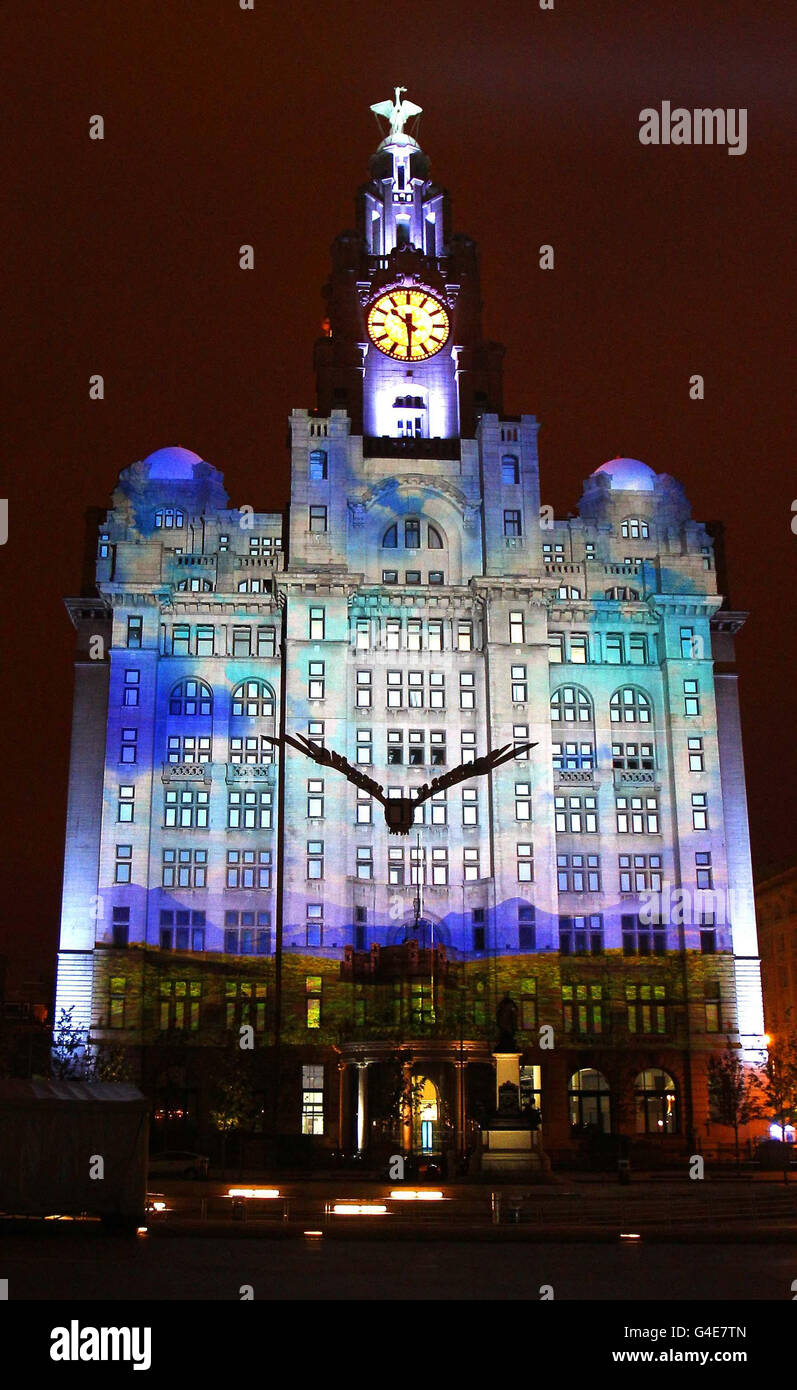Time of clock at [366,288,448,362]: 10:29
